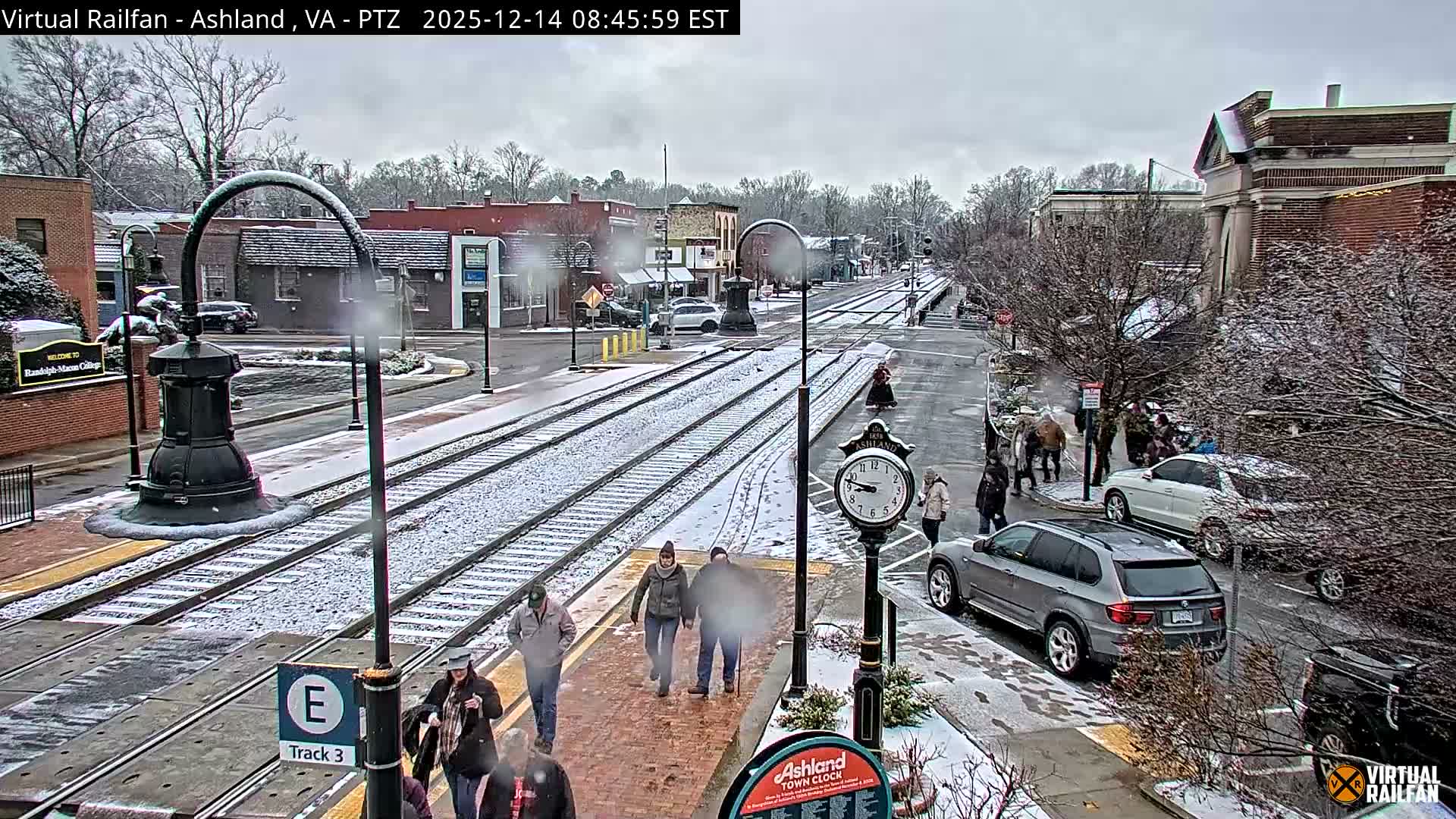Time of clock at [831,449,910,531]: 8:47
